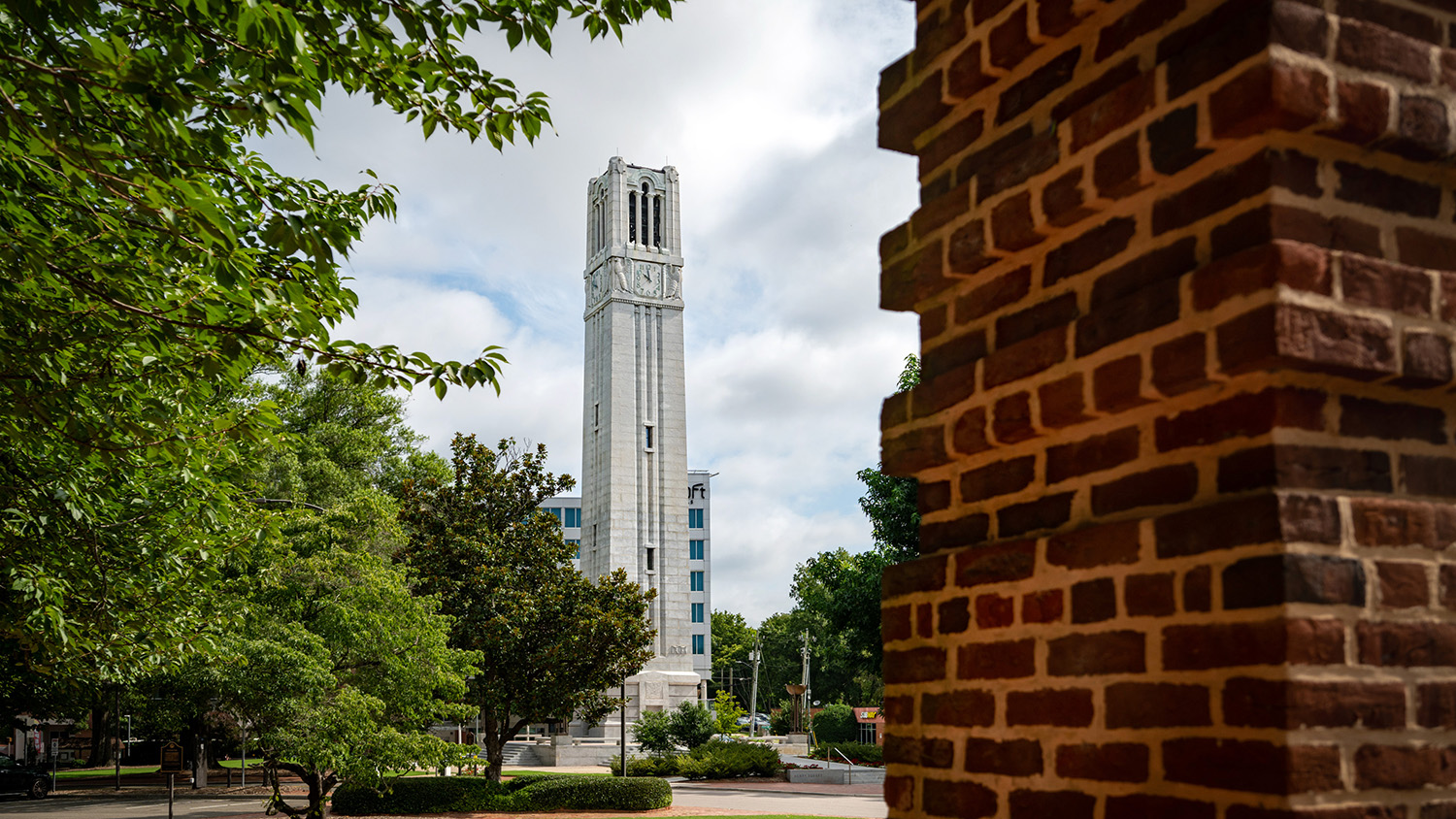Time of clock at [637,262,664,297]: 9:58
